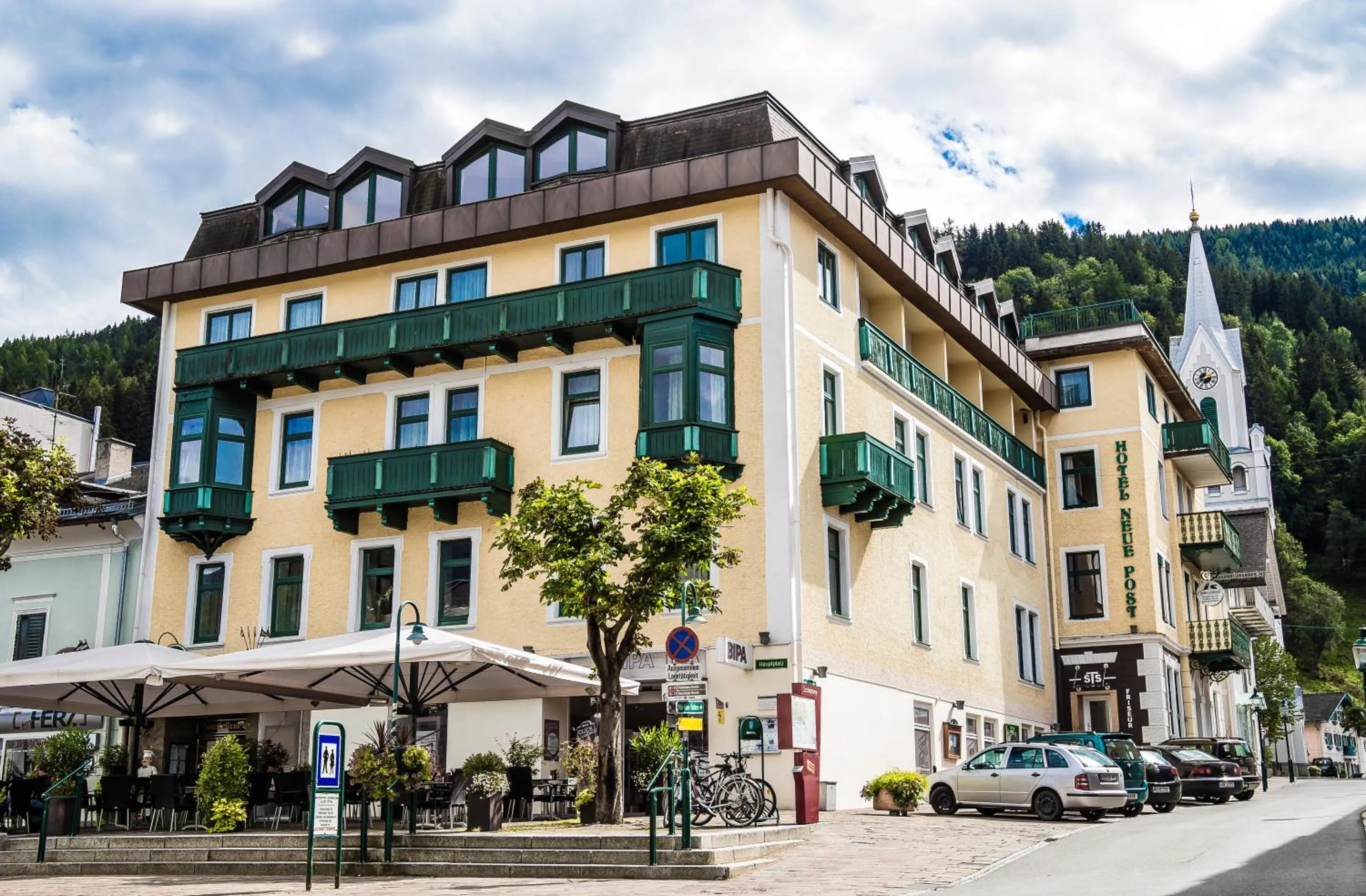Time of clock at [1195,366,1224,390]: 2:36
